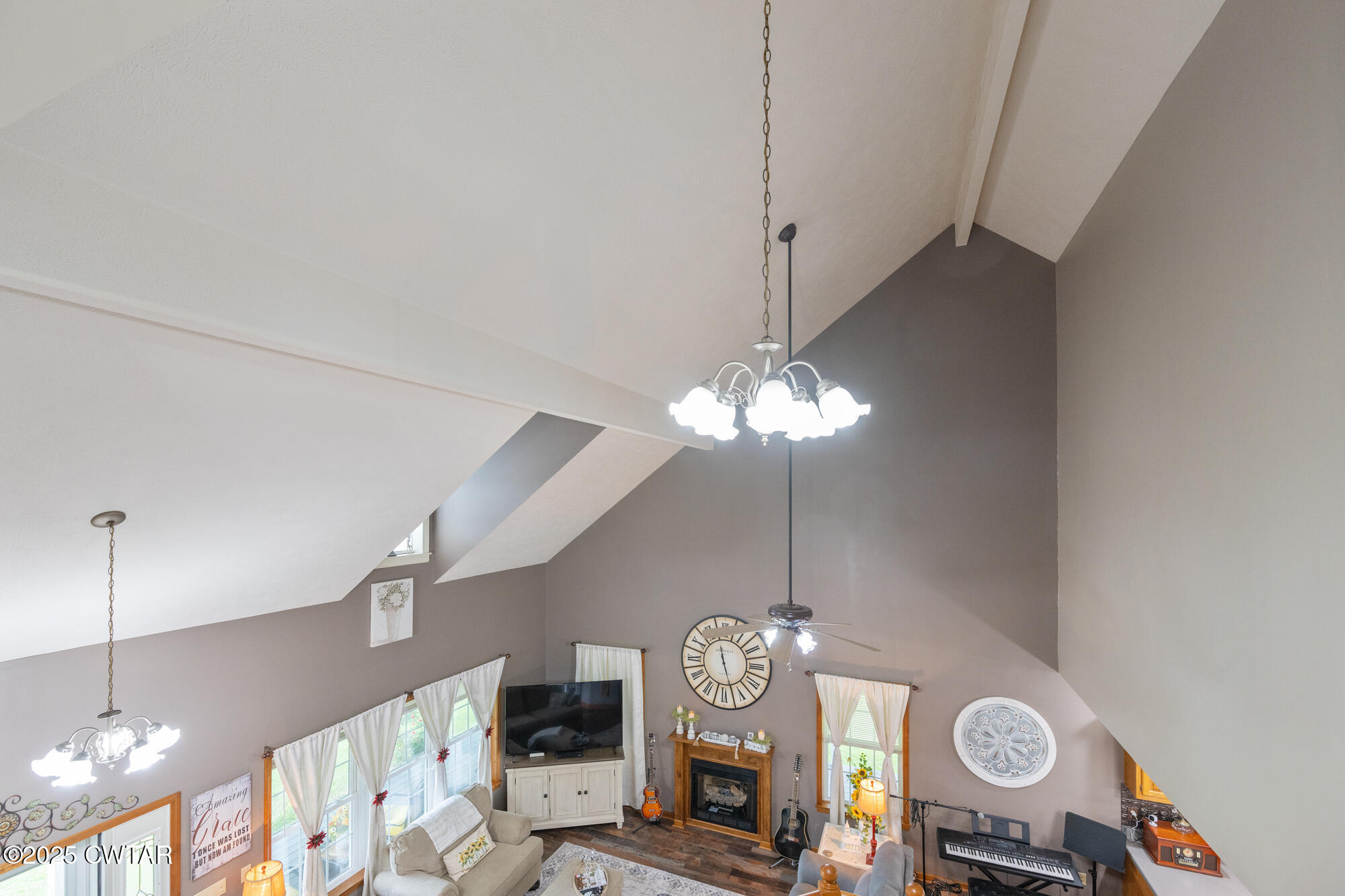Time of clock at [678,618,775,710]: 11:27
